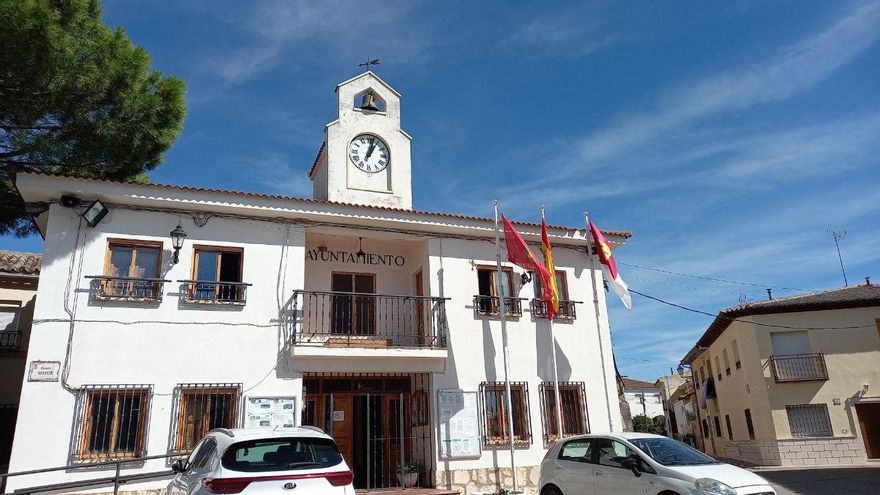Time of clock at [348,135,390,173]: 1:02
